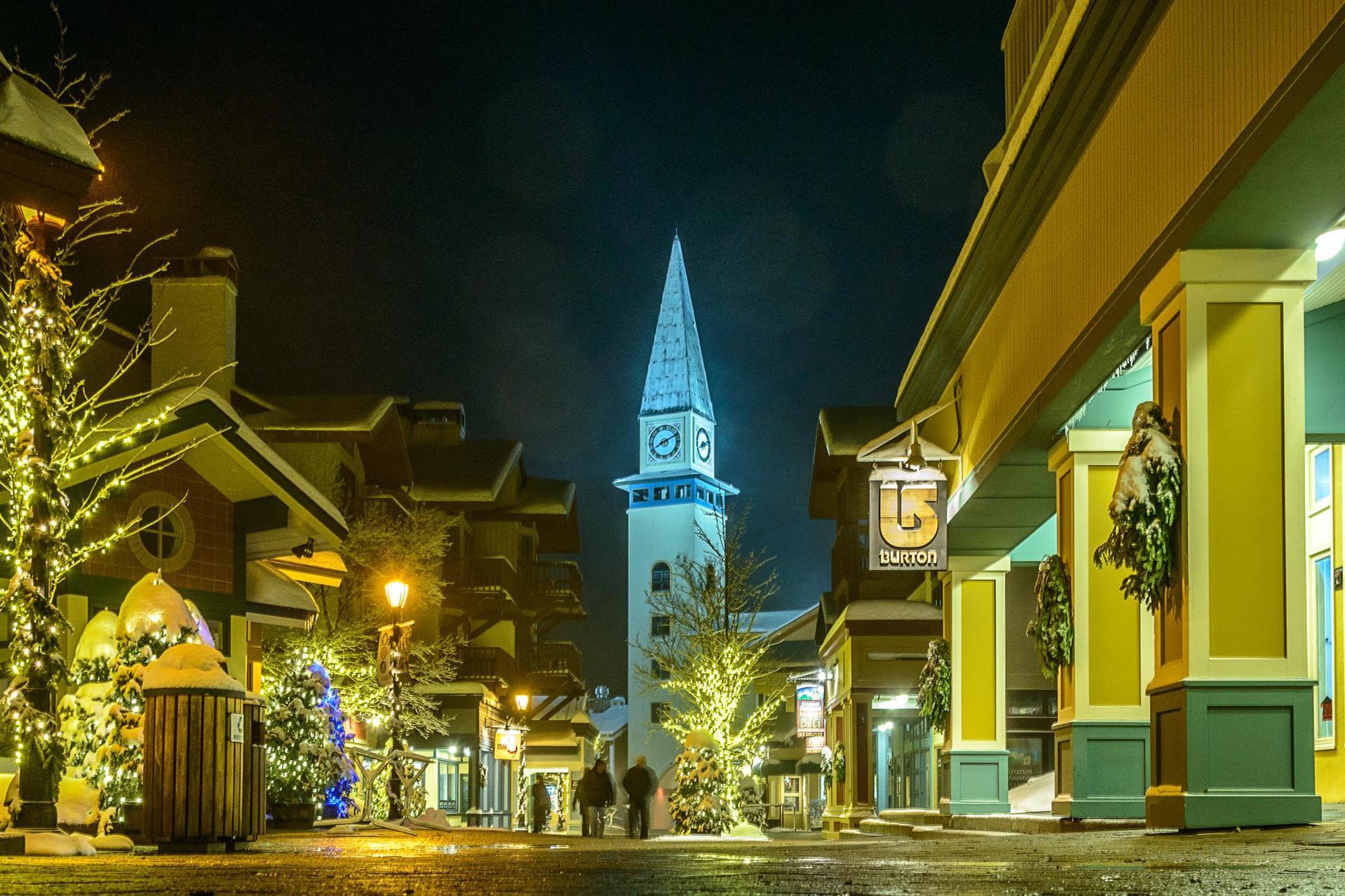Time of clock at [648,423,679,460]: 8:11
